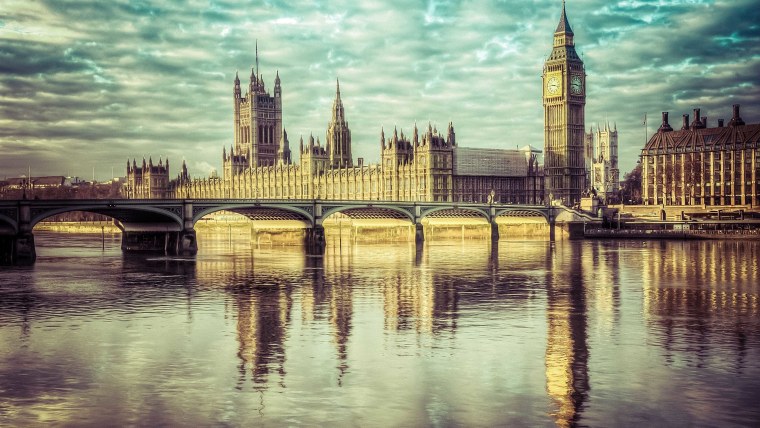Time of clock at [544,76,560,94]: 9:17
